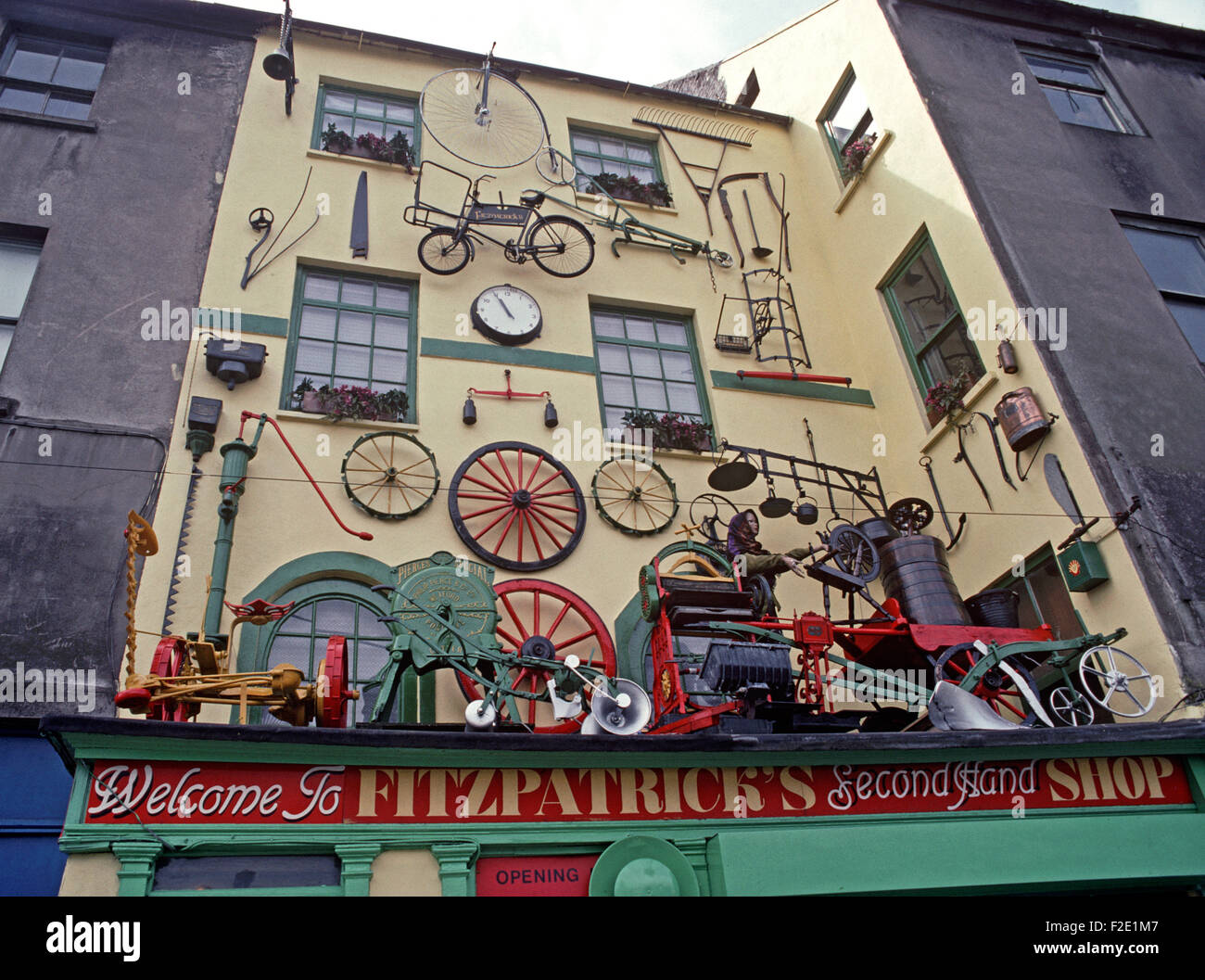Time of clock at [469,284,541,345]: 10:55
